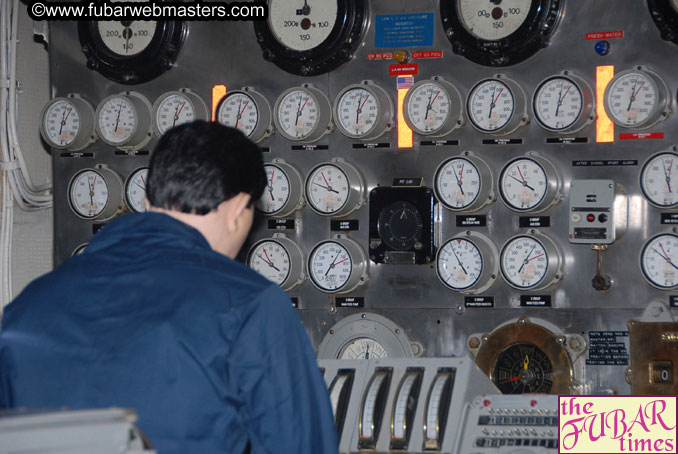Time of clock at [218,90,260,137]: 6:01
